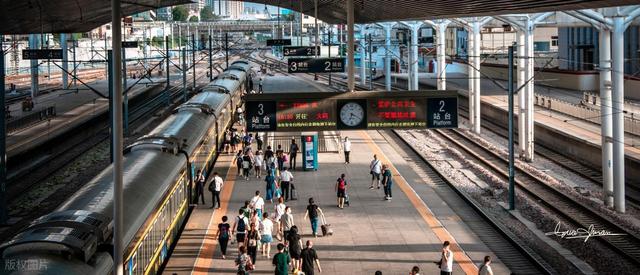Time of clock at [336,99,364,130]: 6:19
